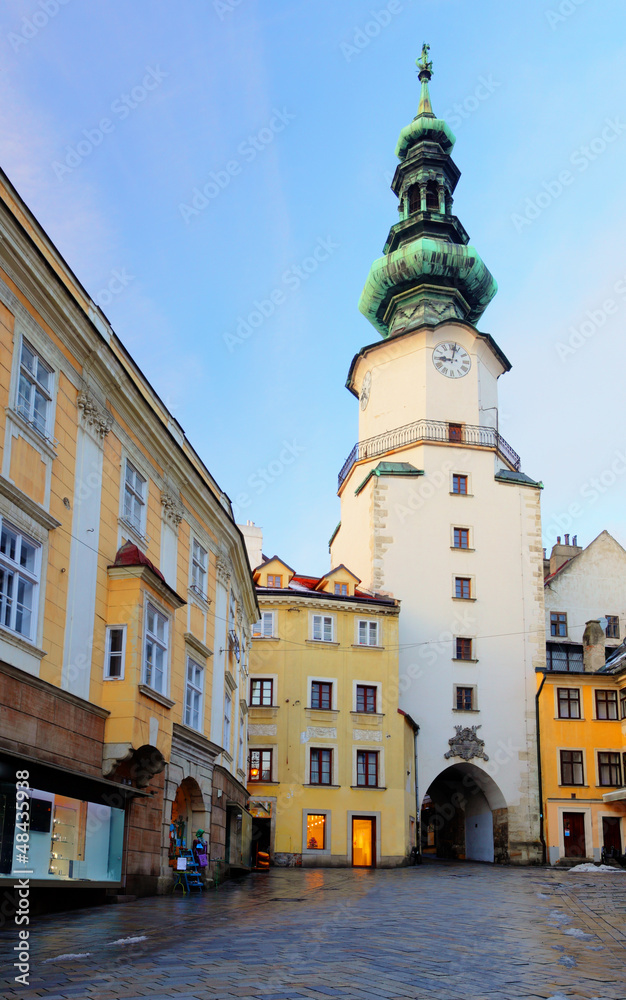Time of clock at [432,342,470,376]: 9:01
